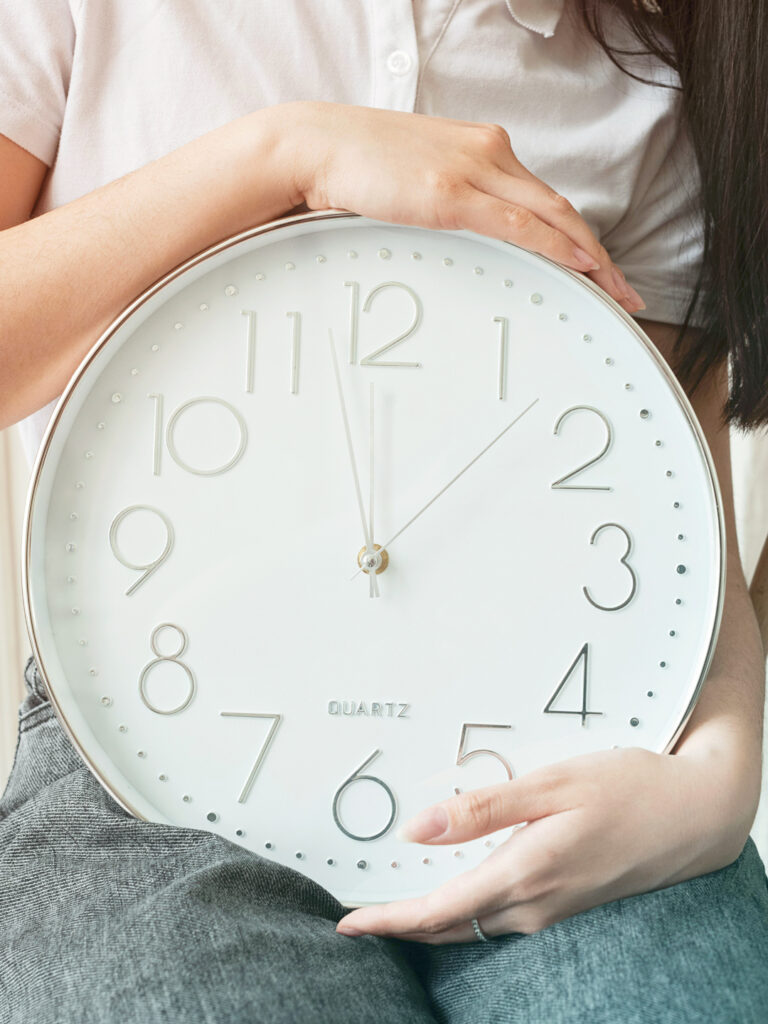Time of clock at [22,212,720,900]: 12:07
